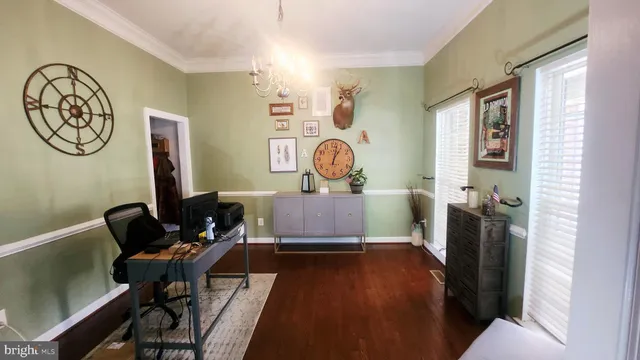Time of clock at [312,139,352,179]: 1:02
